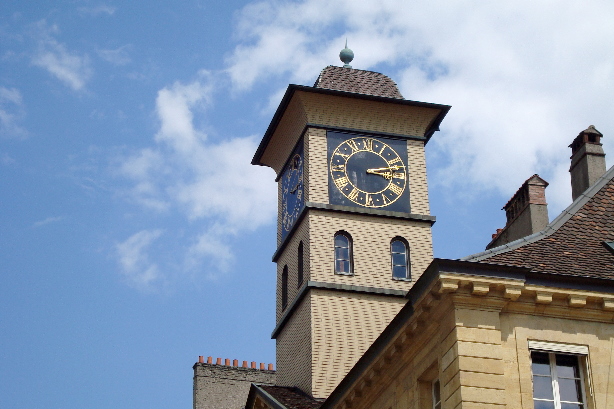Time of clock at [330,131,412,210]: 3:12
